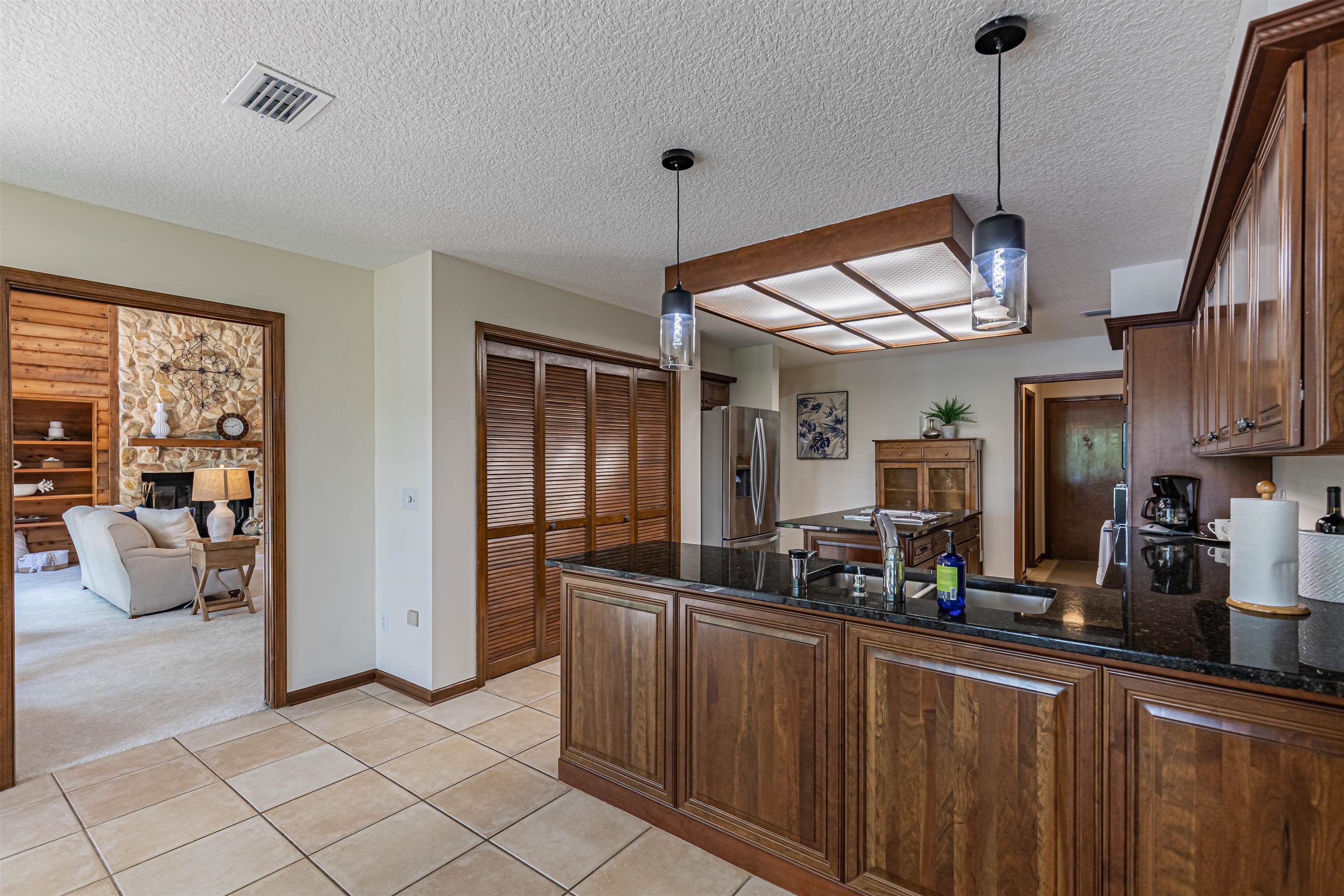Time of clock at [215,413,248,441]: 1:45
